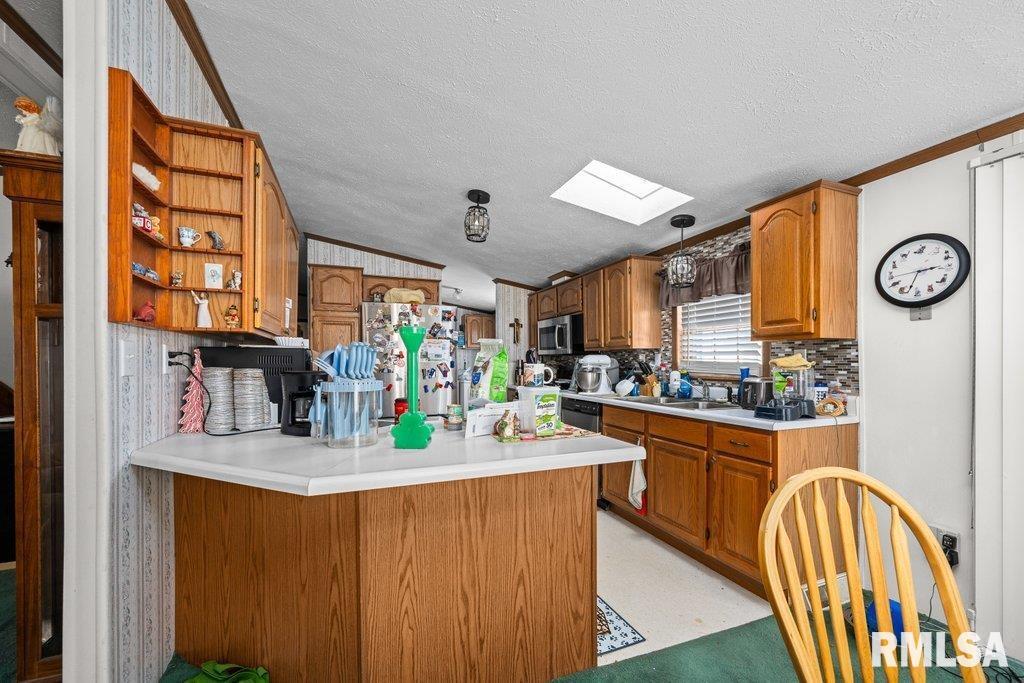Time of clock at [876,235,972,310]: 2:33
